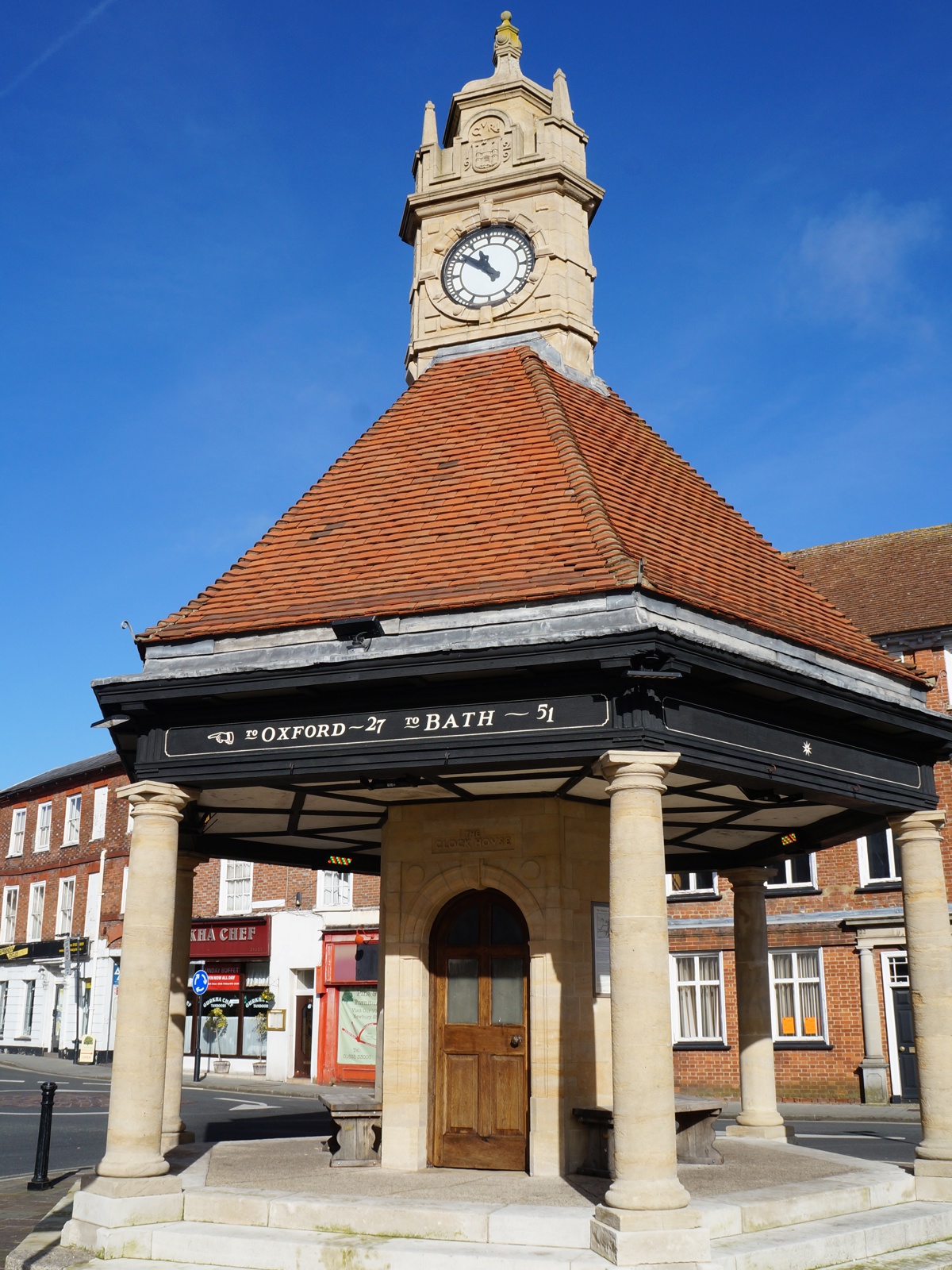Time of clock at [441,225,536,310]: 10:50
